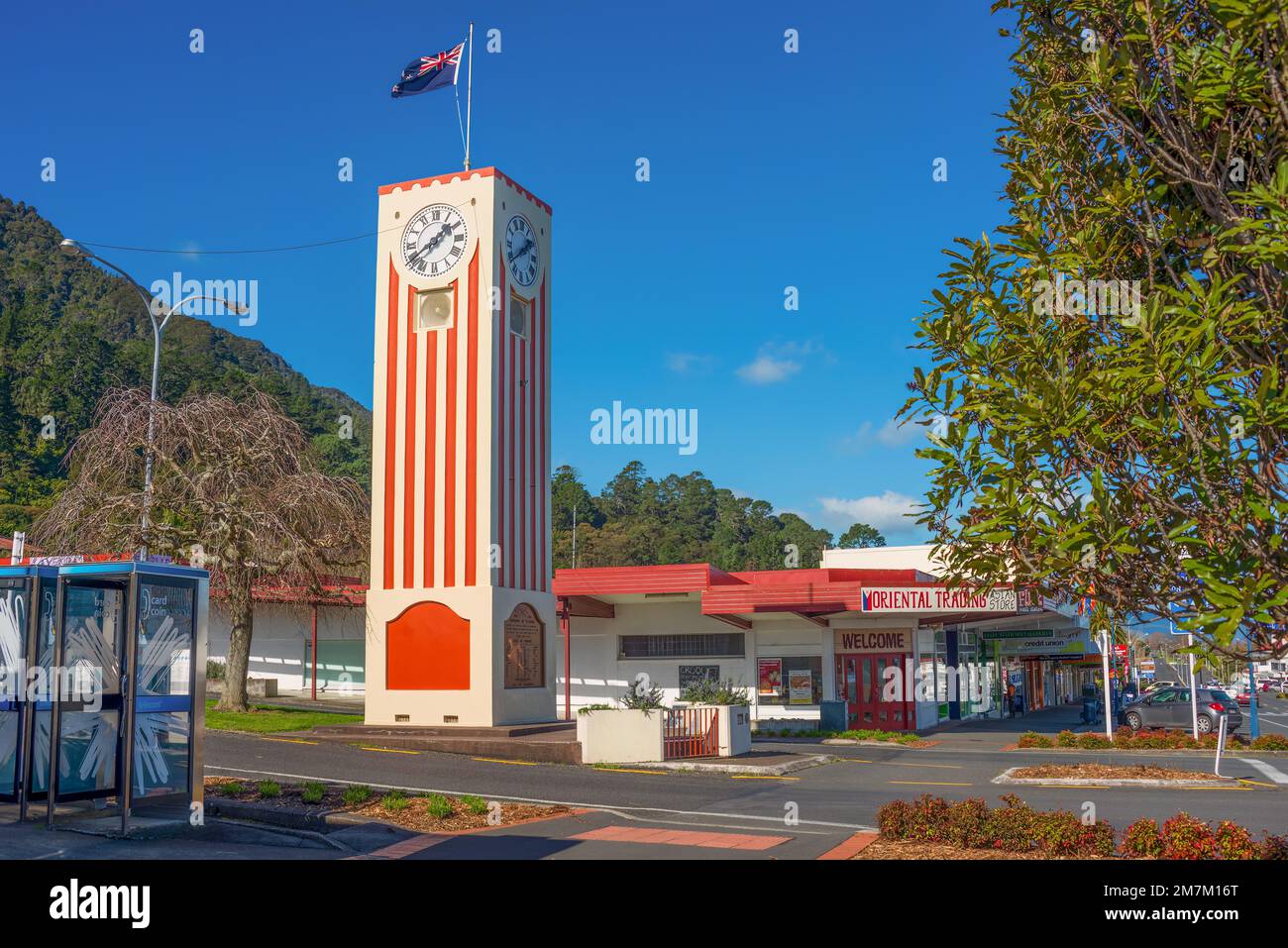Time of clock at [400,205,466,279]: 1:39
